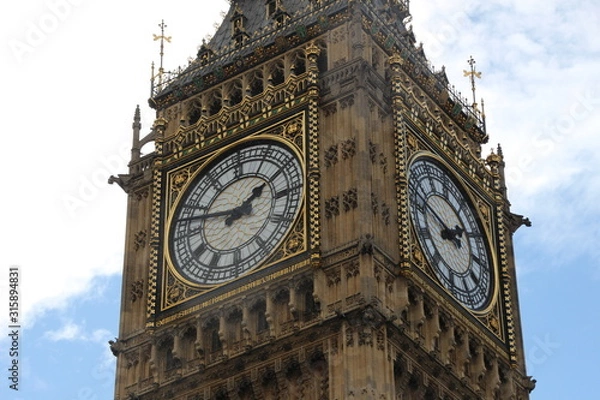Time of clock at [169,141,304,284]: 1:47
